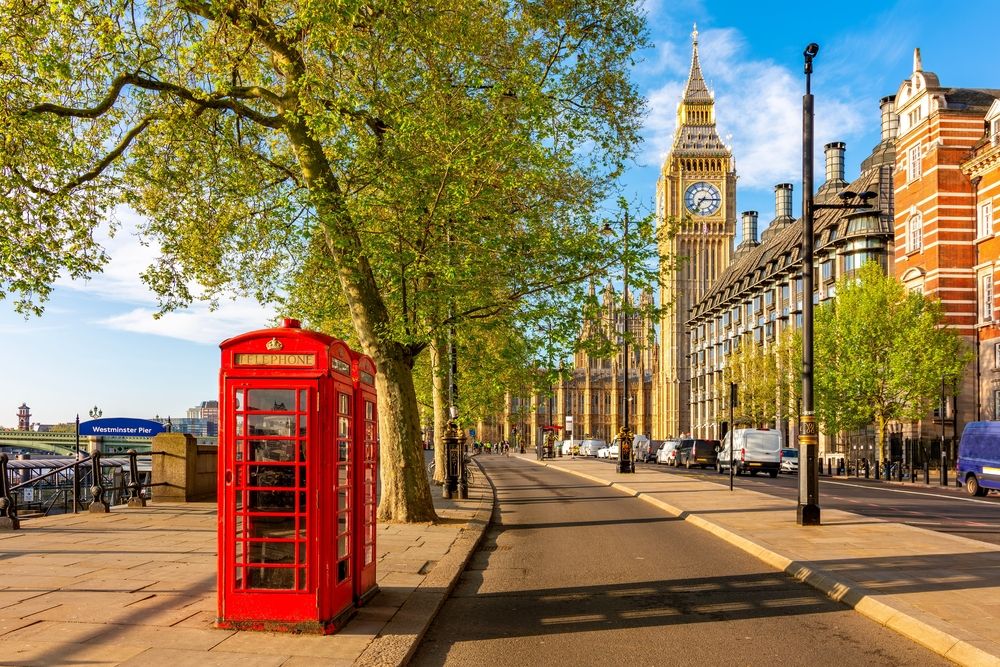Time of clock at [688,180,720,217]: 7:15
